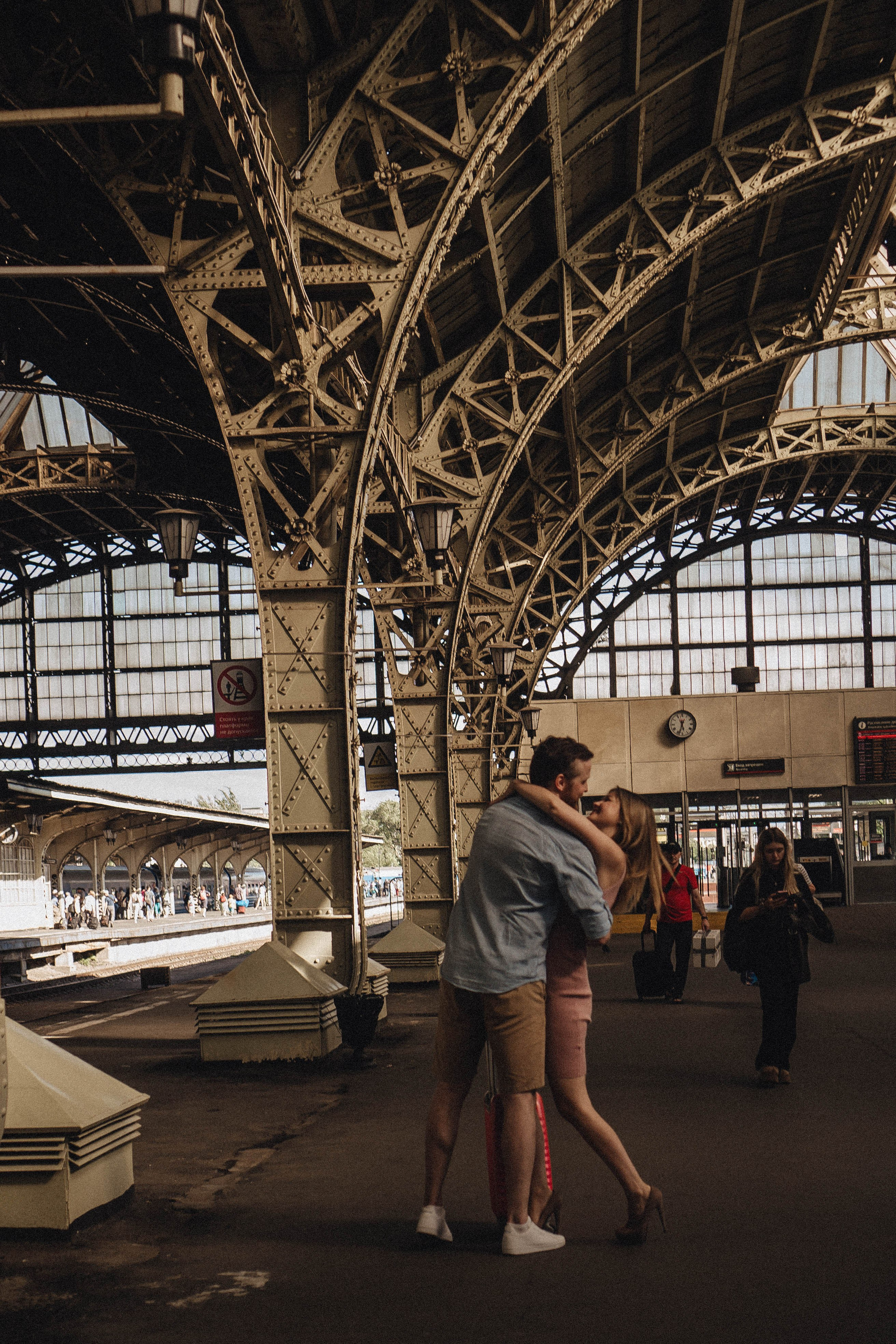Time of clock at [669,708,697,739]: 5:32
